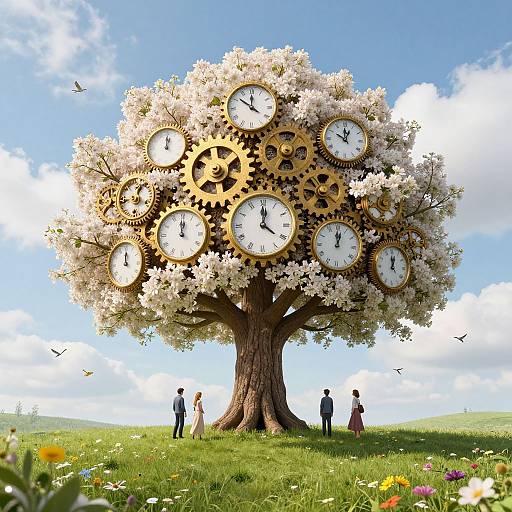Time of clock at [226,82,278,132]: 11:51
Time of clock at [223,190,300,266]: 4:00
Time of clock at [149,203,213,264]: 12:00
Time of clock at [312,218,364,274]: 12:02
